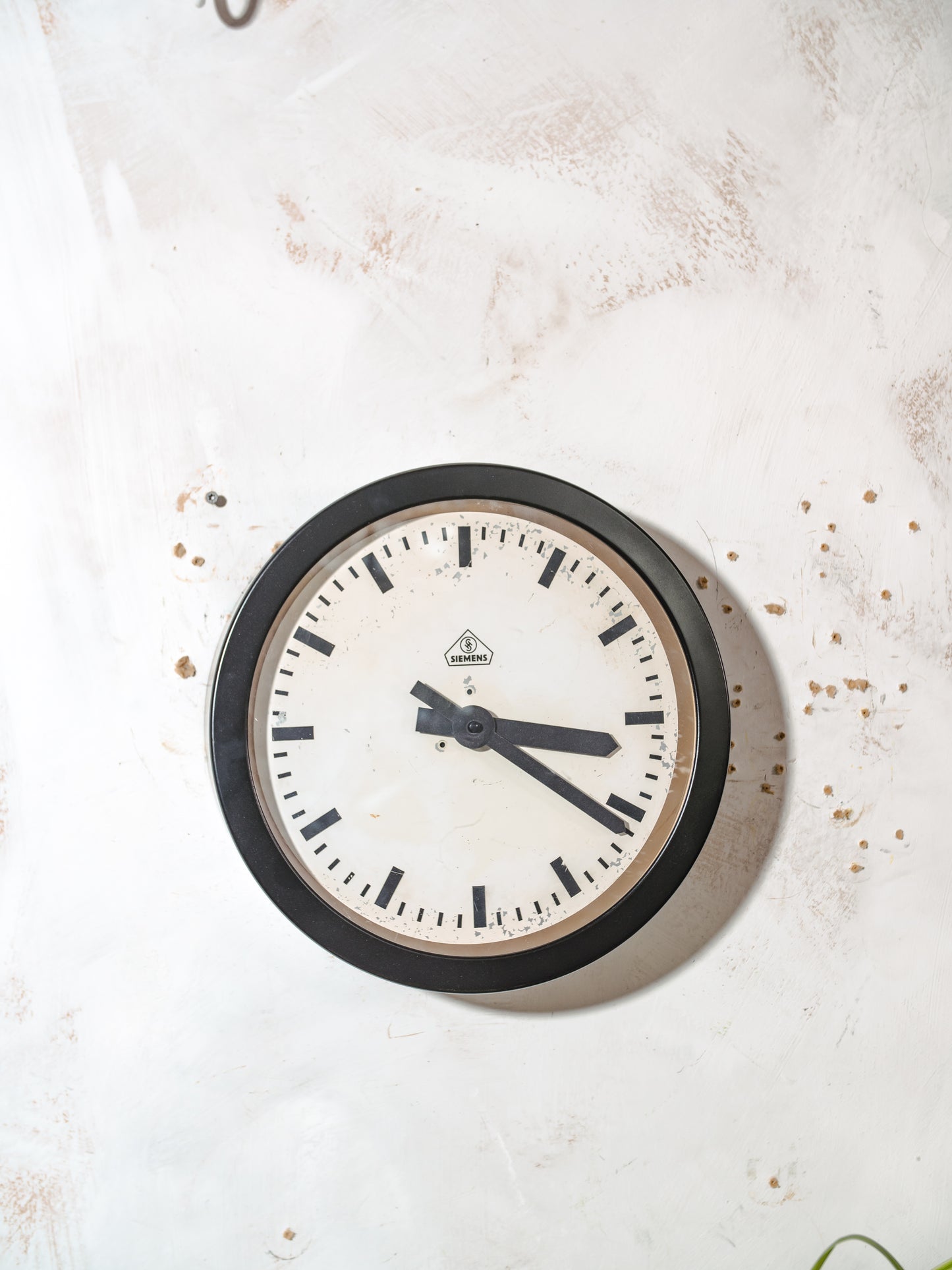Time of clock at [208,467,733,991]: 3:21
